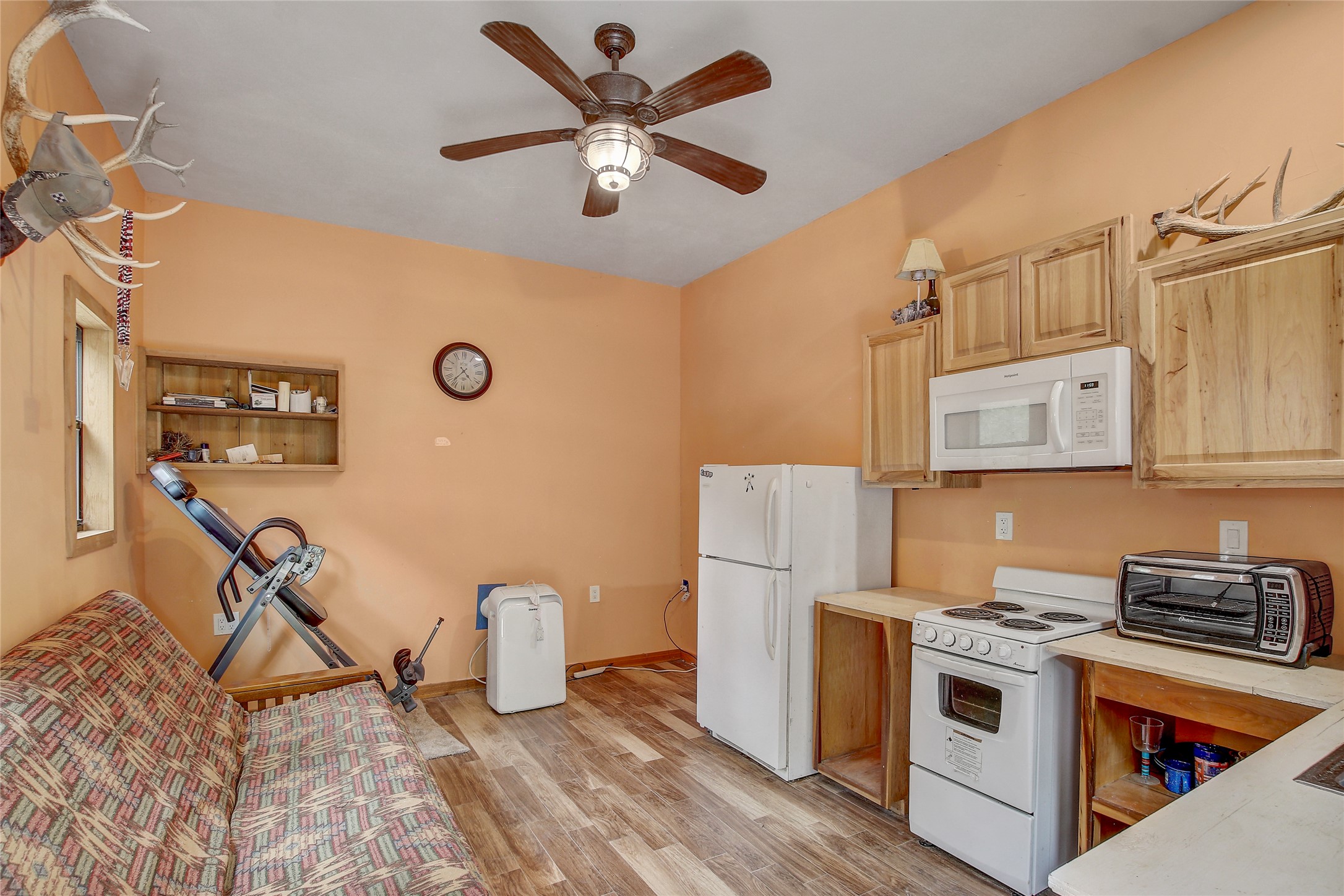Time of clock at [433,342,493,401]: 4:36
